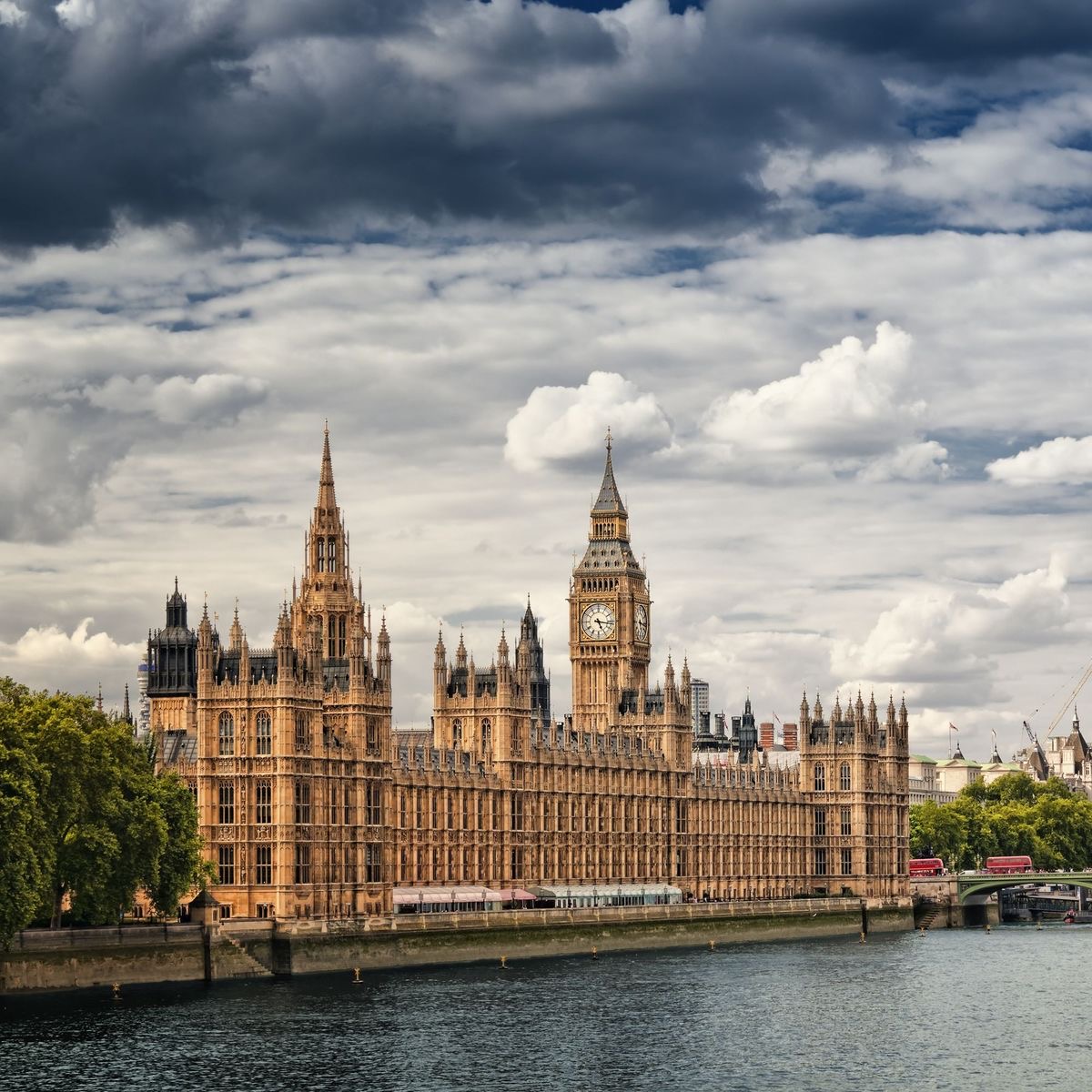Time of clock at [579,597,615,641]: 5:16
